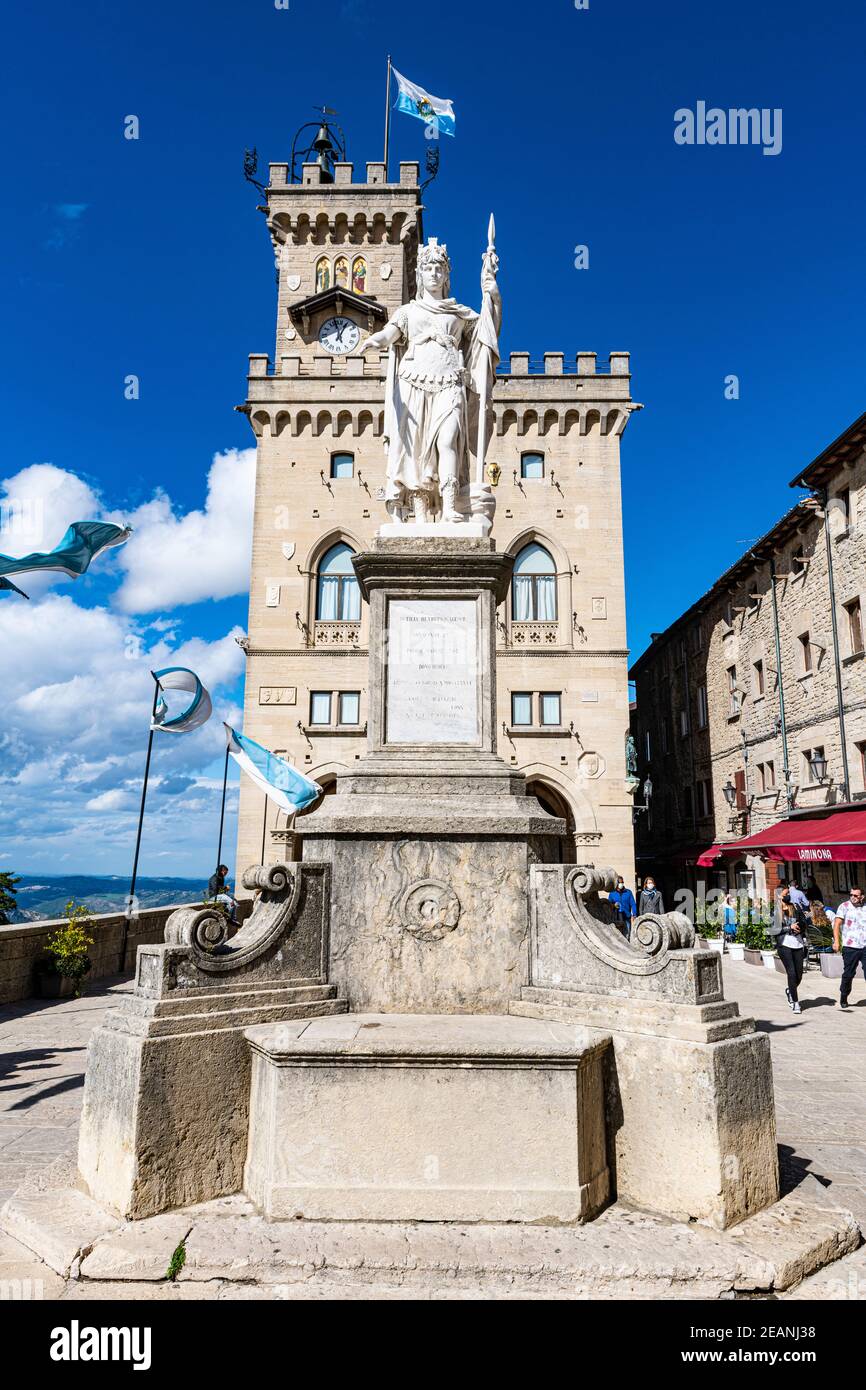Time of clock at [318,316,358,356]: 12:57
